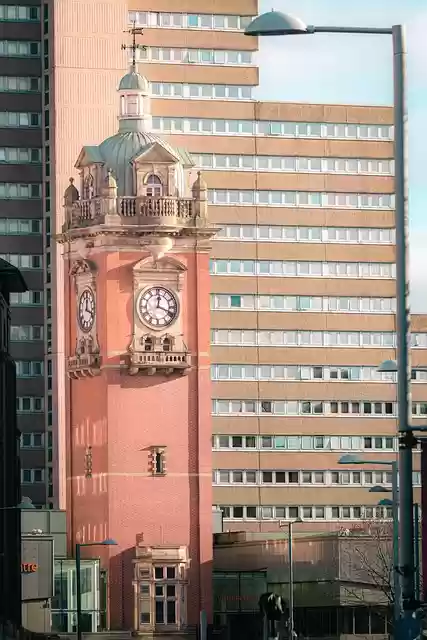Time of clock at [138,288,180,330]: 12:18
